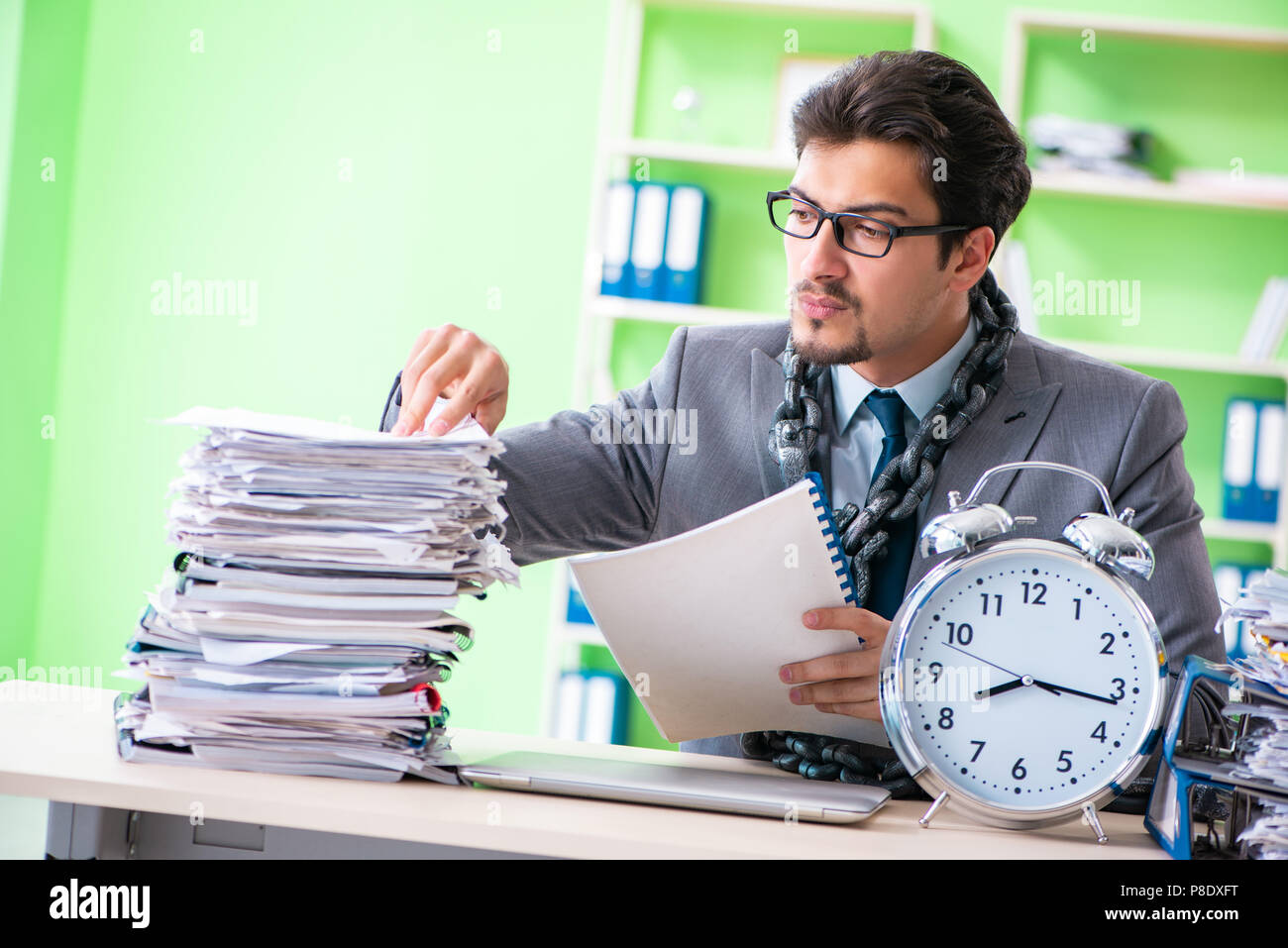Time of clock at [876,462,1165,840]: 8:16
